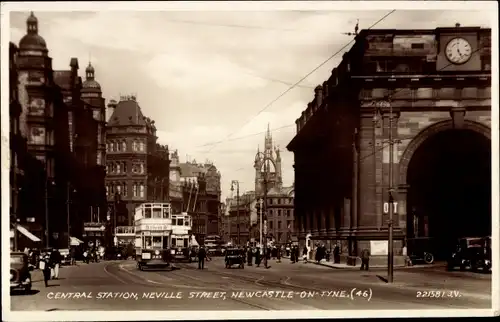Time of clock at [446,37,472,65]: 4:59
